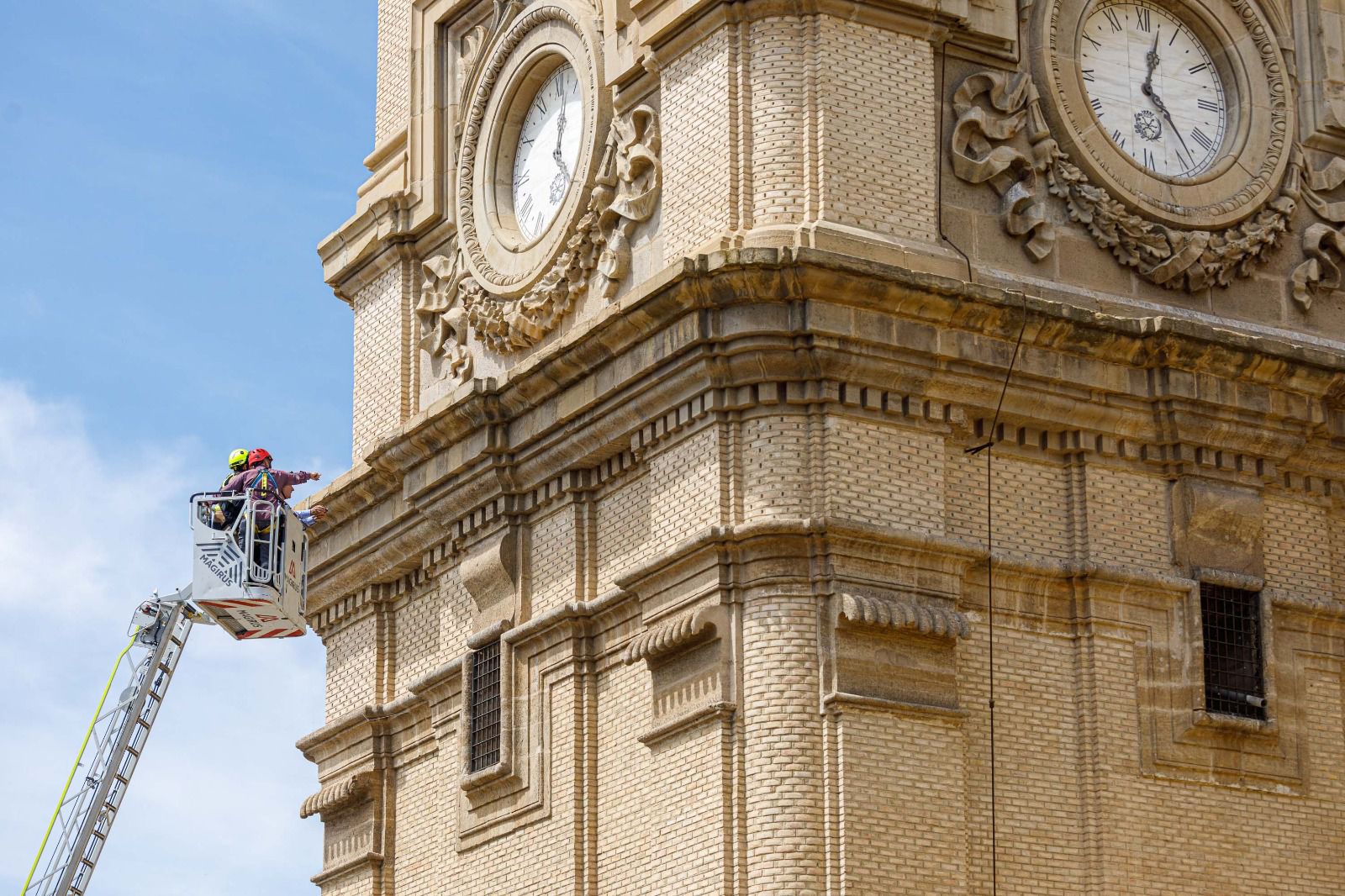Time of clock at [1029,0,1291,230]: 12:23
